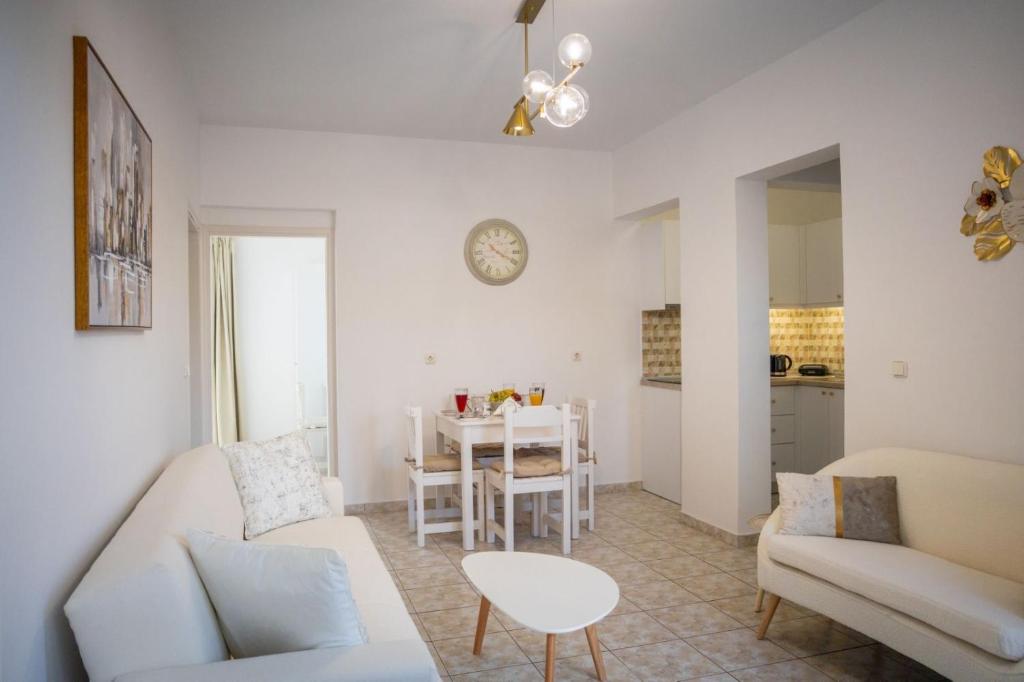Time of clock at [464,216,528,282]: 10:19
